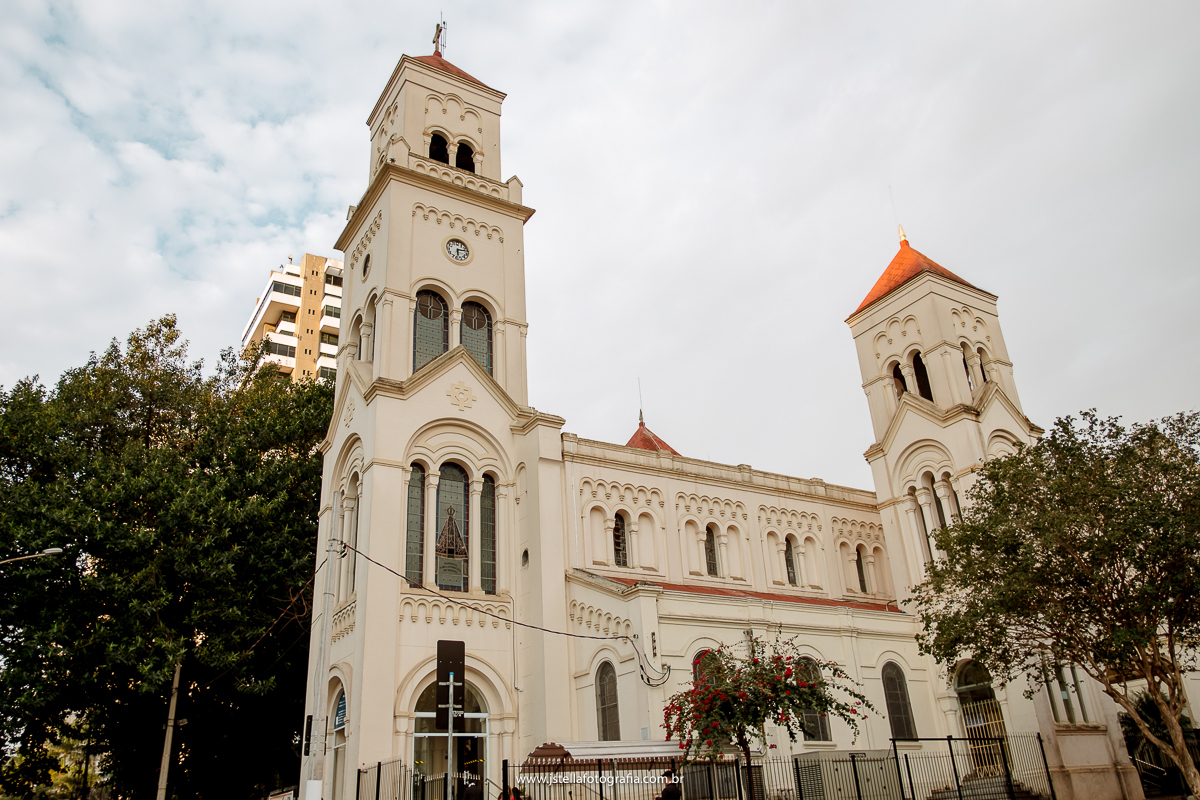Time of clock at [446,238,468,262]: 6:13
